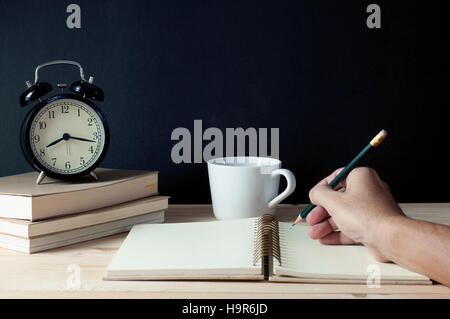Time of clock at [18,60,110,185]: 8:17
